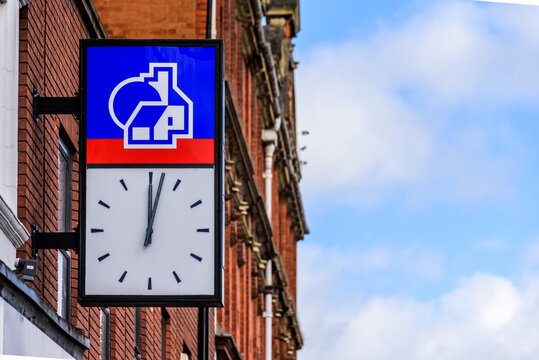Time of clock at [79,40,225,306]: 12:02
